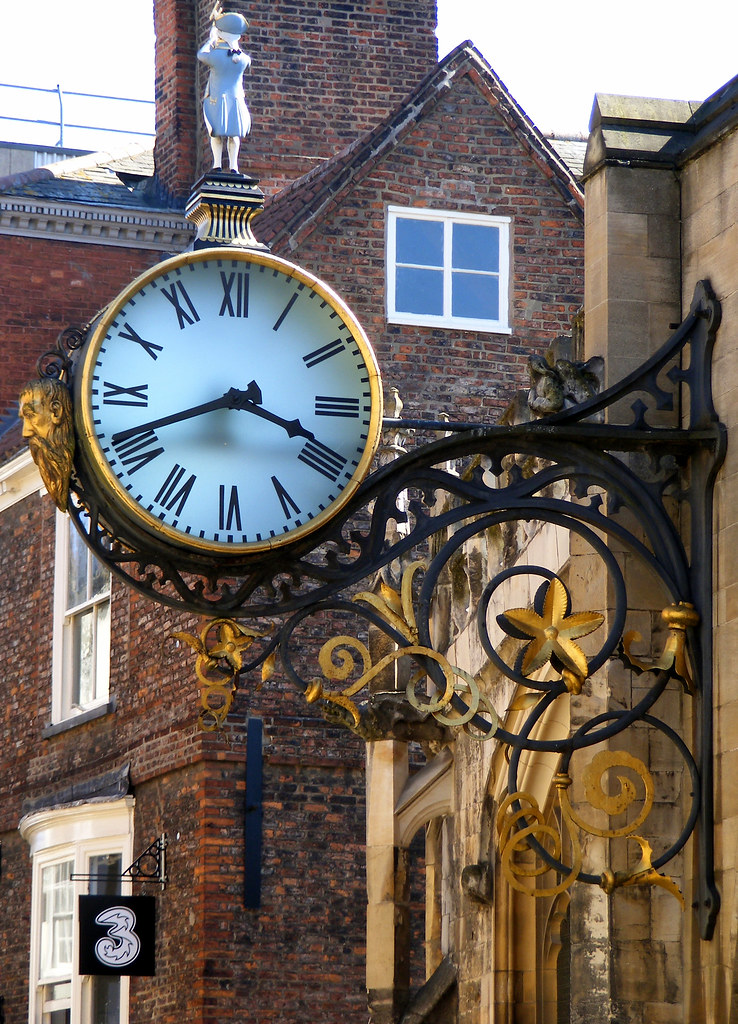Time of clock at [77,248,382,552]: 3:41
